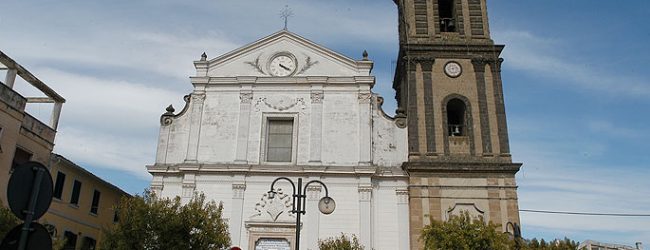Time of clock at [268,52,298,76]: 4:19
